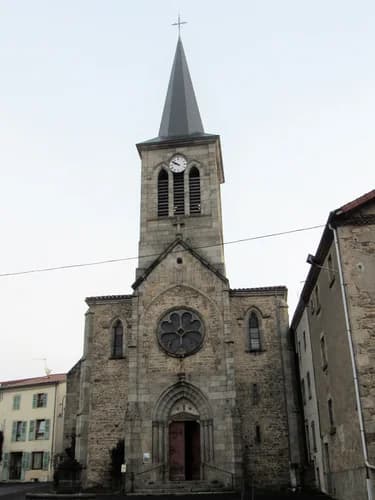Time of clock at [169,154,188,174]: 9:50
